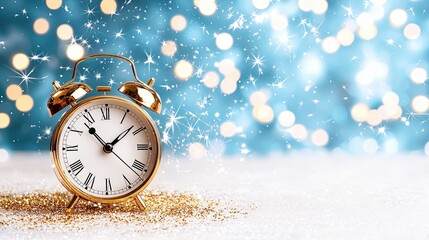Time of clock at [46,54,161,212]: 1:53
